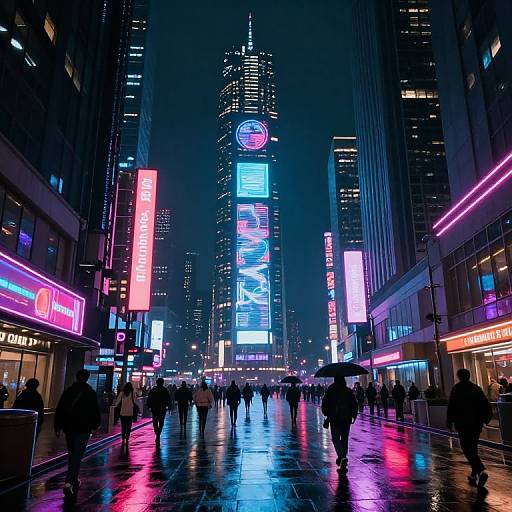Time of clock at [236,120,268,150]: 11:13
